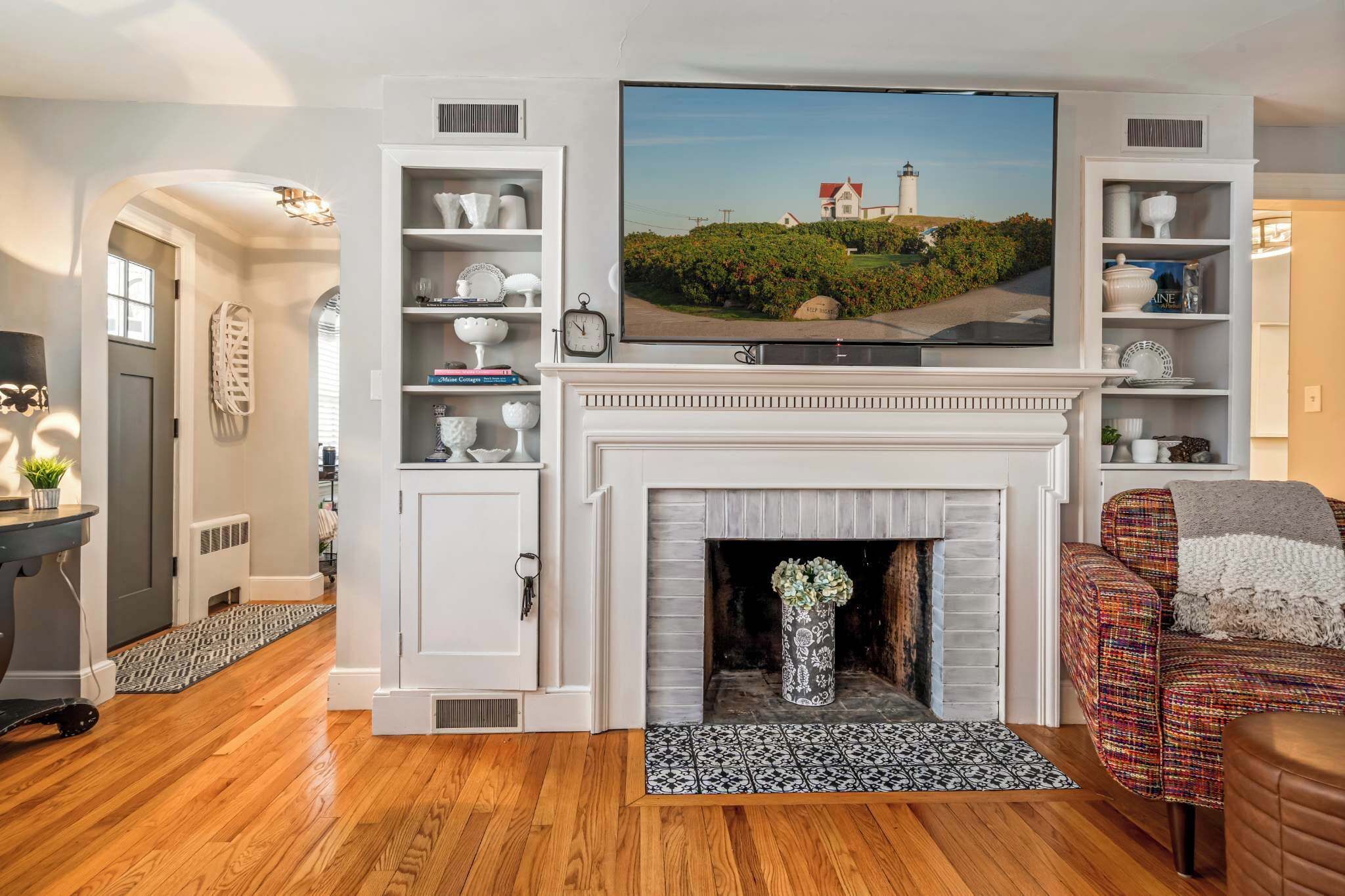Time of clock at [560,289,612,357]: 11:52
